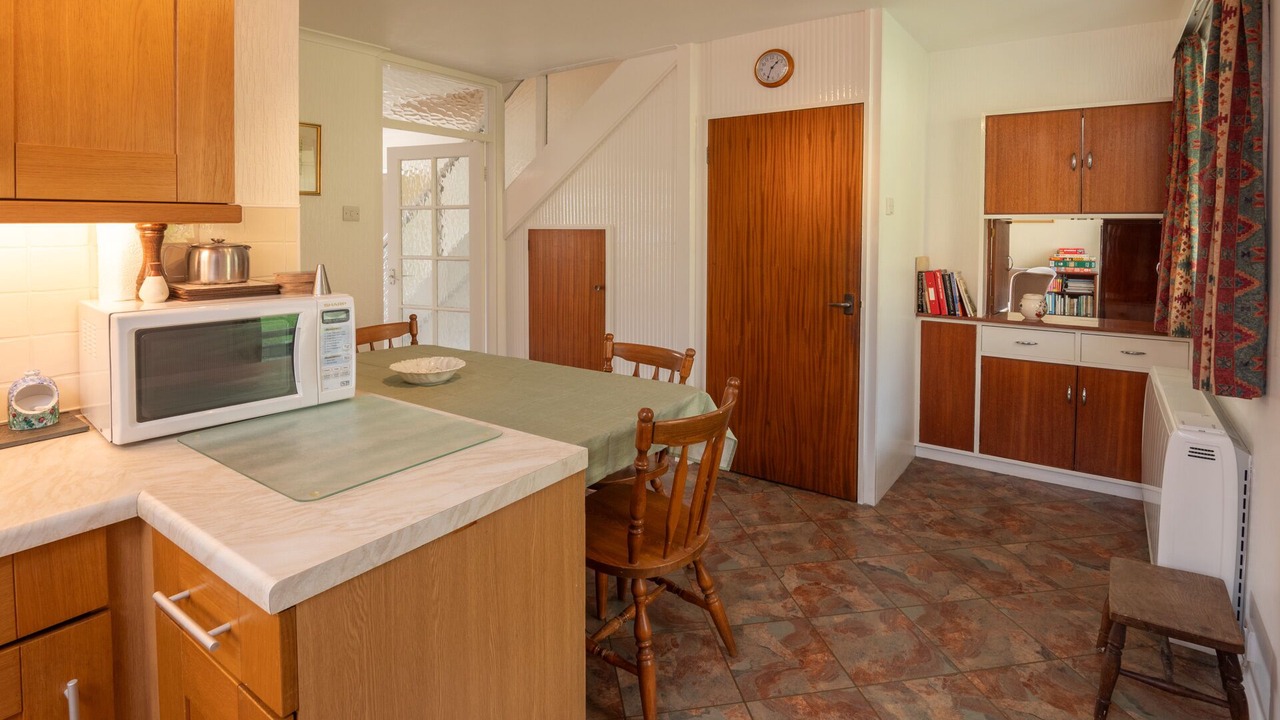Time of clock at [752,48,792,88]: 1:34
